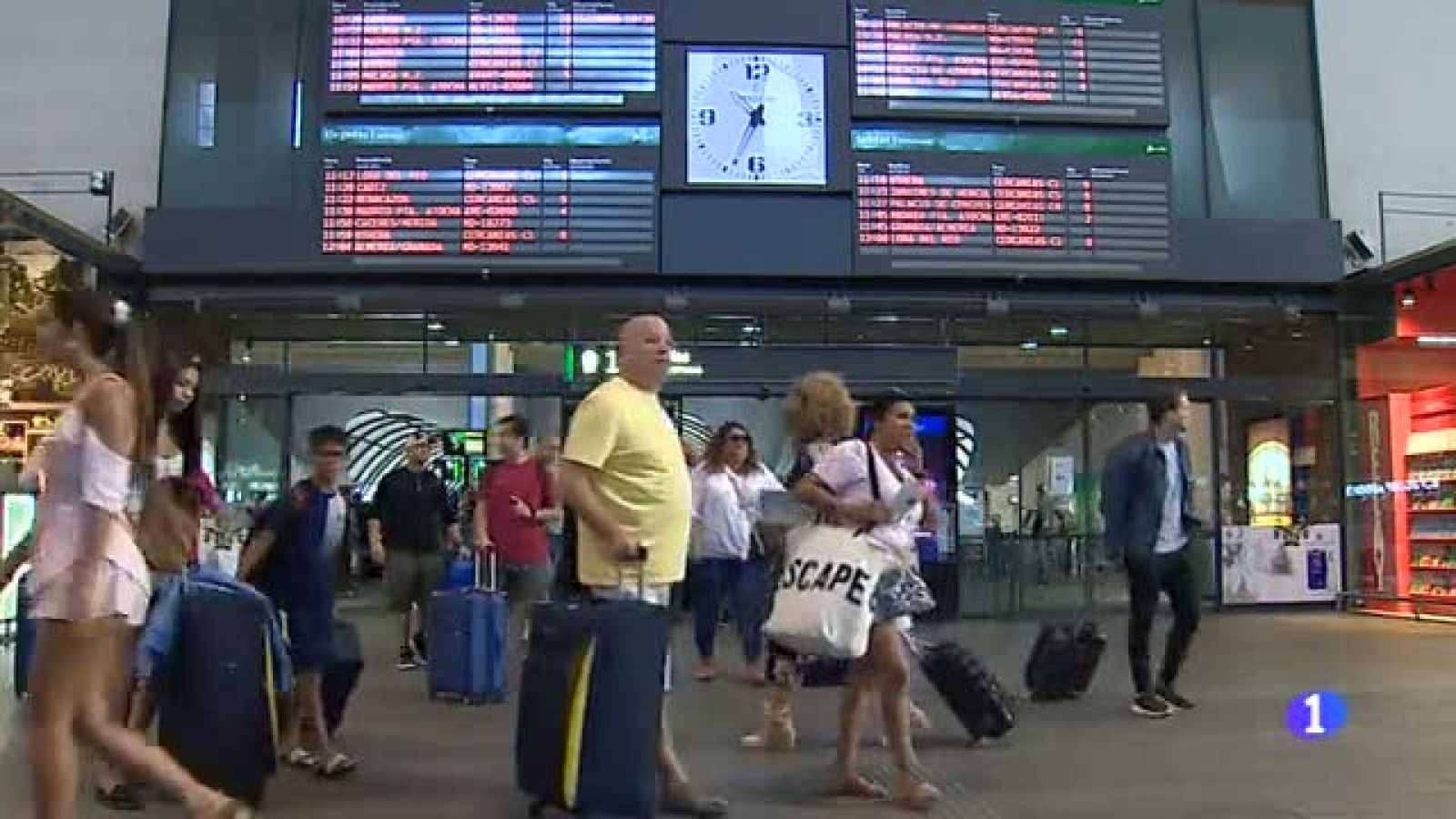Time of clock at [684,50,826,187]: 12:33
